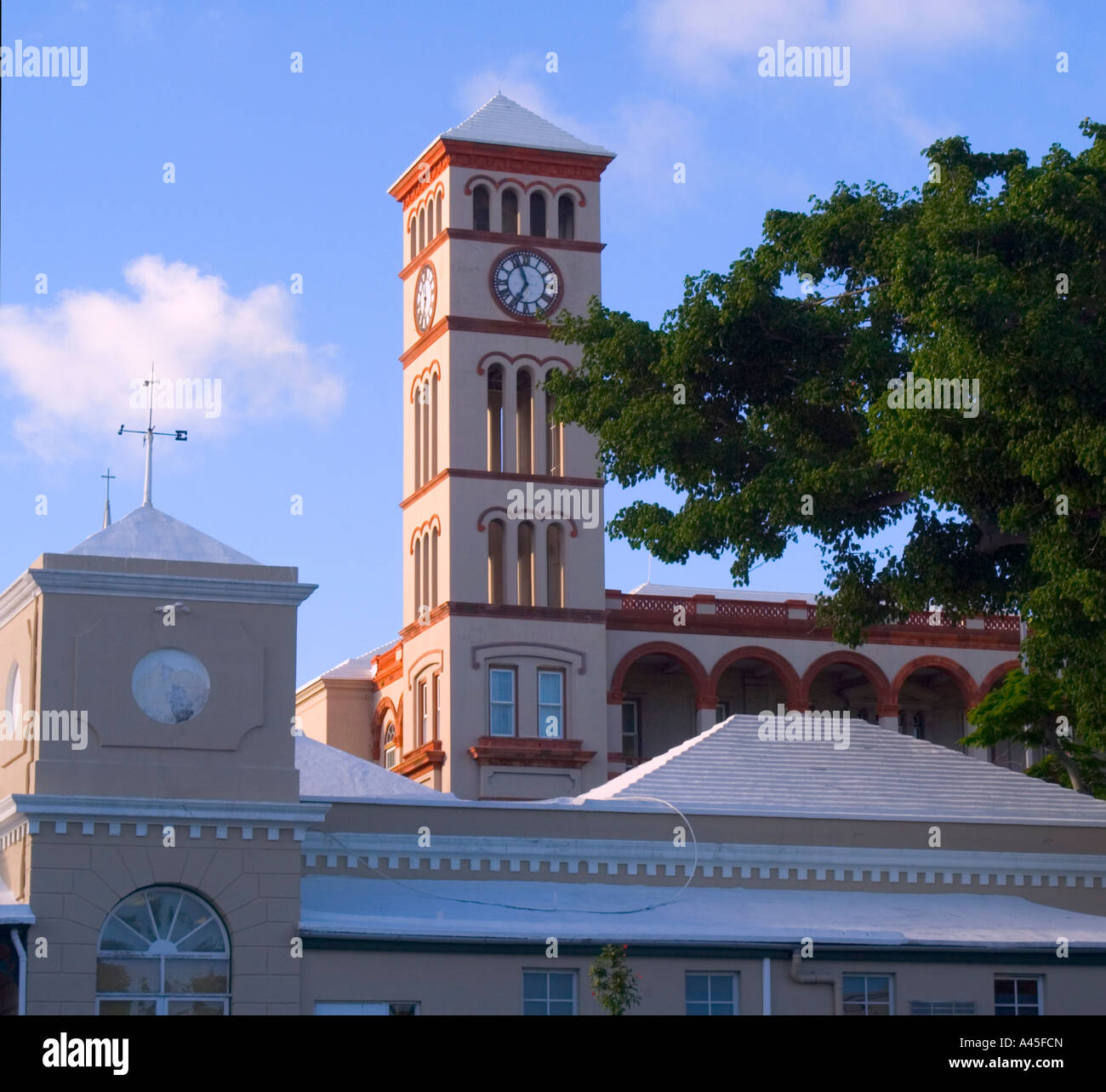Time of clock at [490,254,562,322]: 6:56
